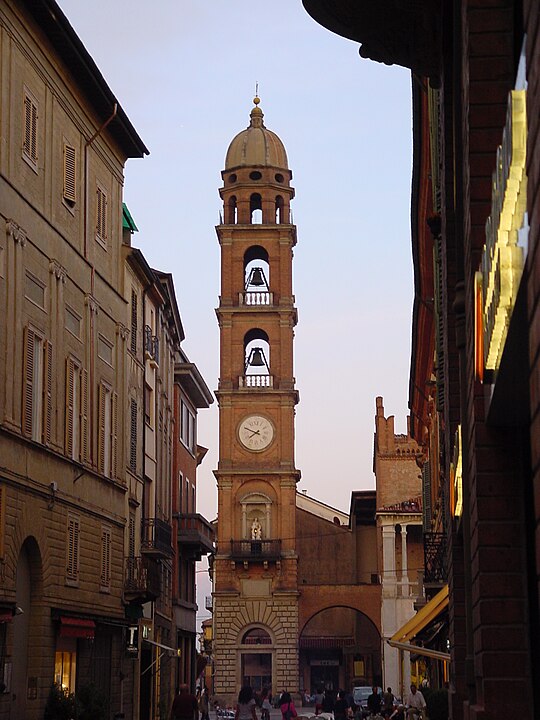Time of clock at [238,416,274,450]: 7:48
